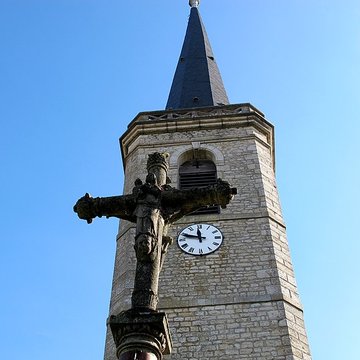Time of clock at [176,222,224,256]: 11:47
